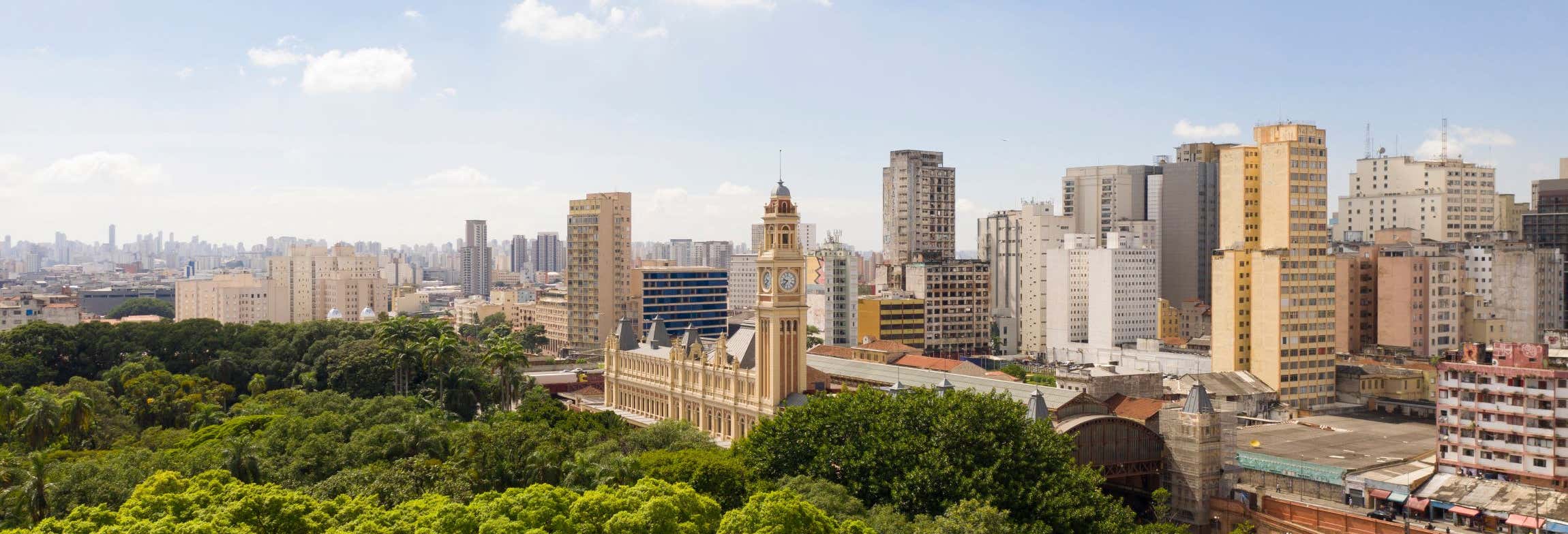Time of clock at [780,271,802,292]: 9:37
